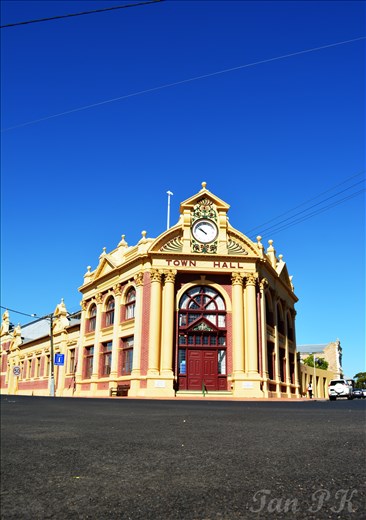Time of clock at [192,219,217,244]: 9:51
